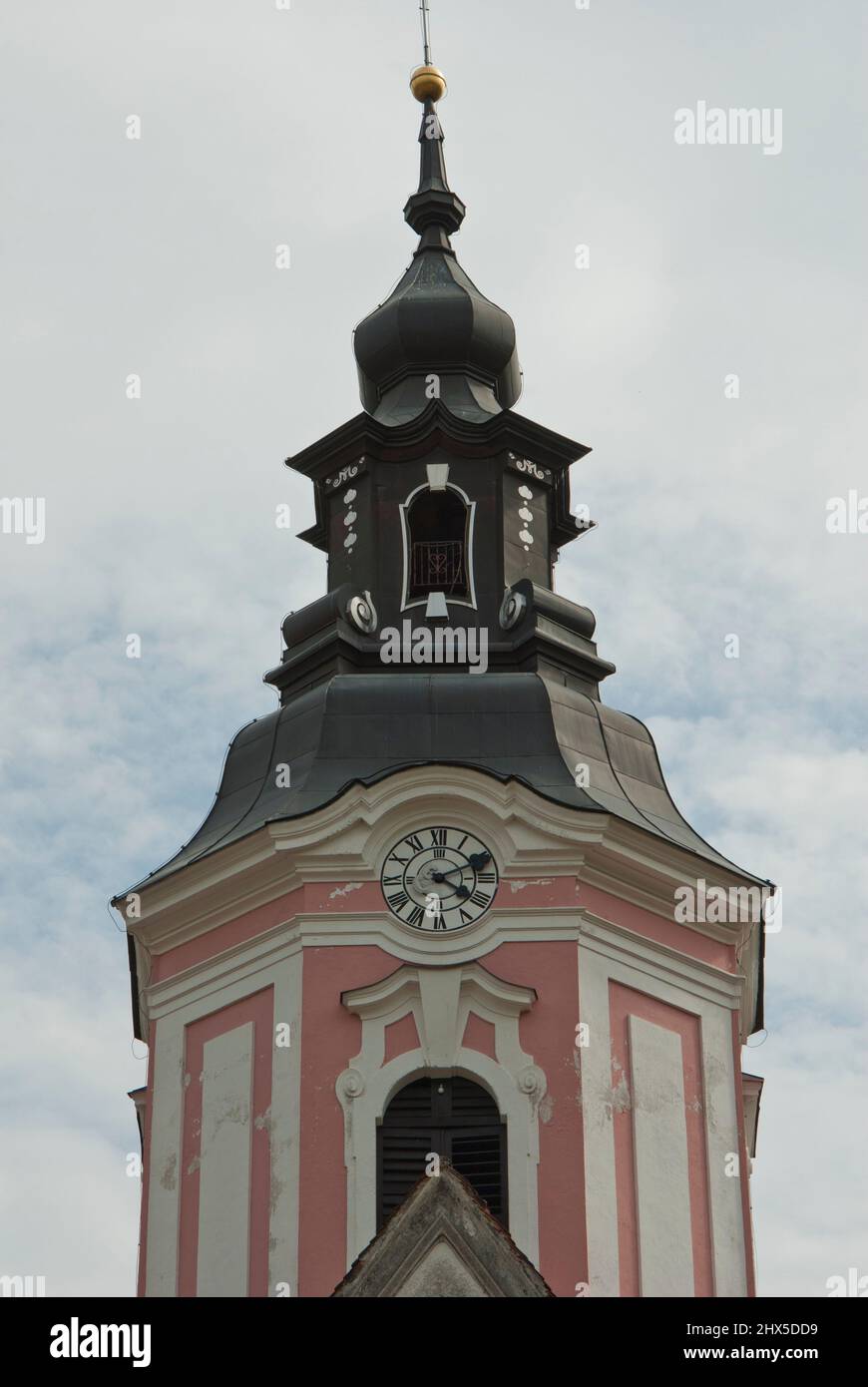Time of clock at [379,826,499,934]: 4:10
